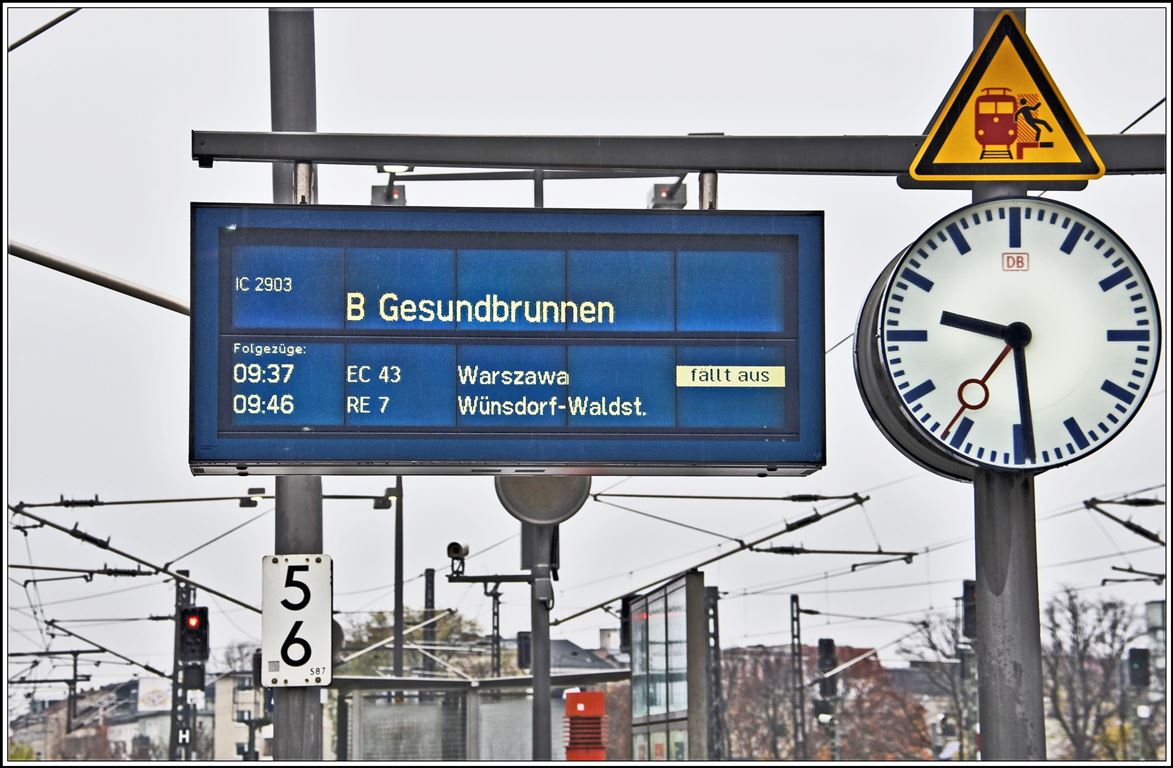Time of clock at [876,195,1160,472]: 9:29
